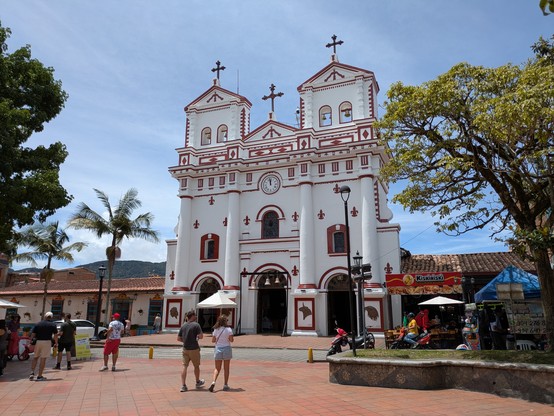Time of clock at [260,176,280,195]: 11:57
